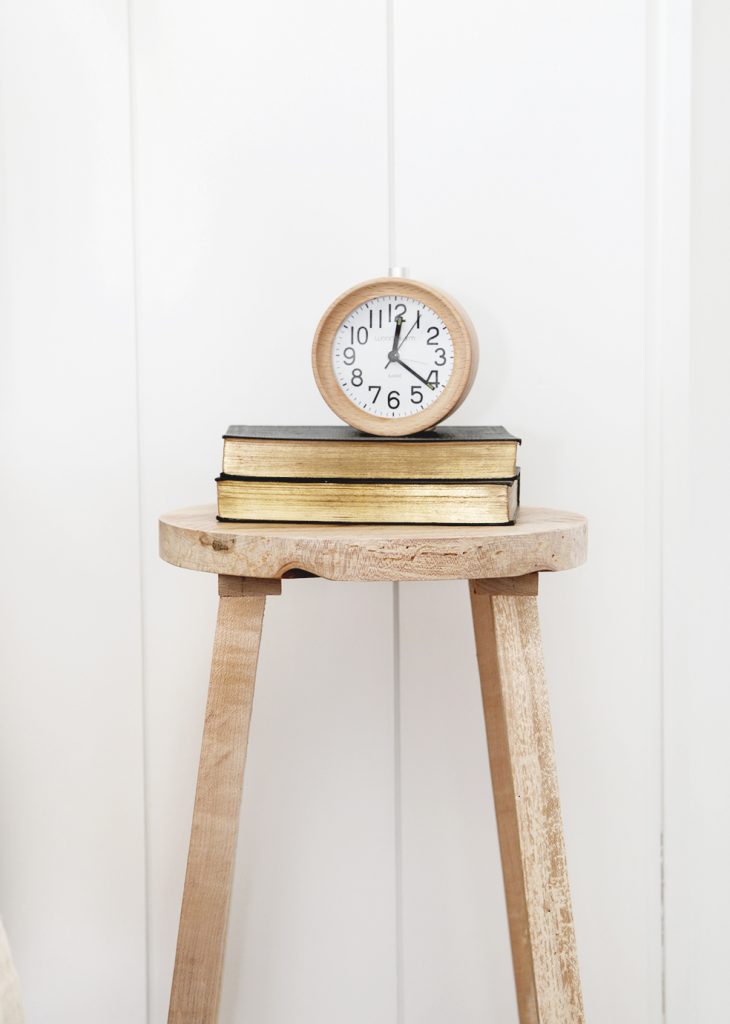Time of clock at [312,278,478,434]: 12:21
